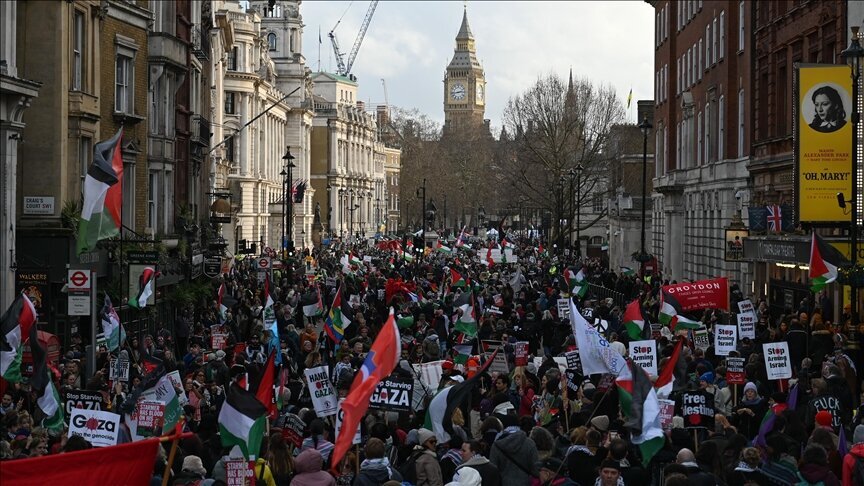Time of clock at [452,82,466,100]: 2:43
